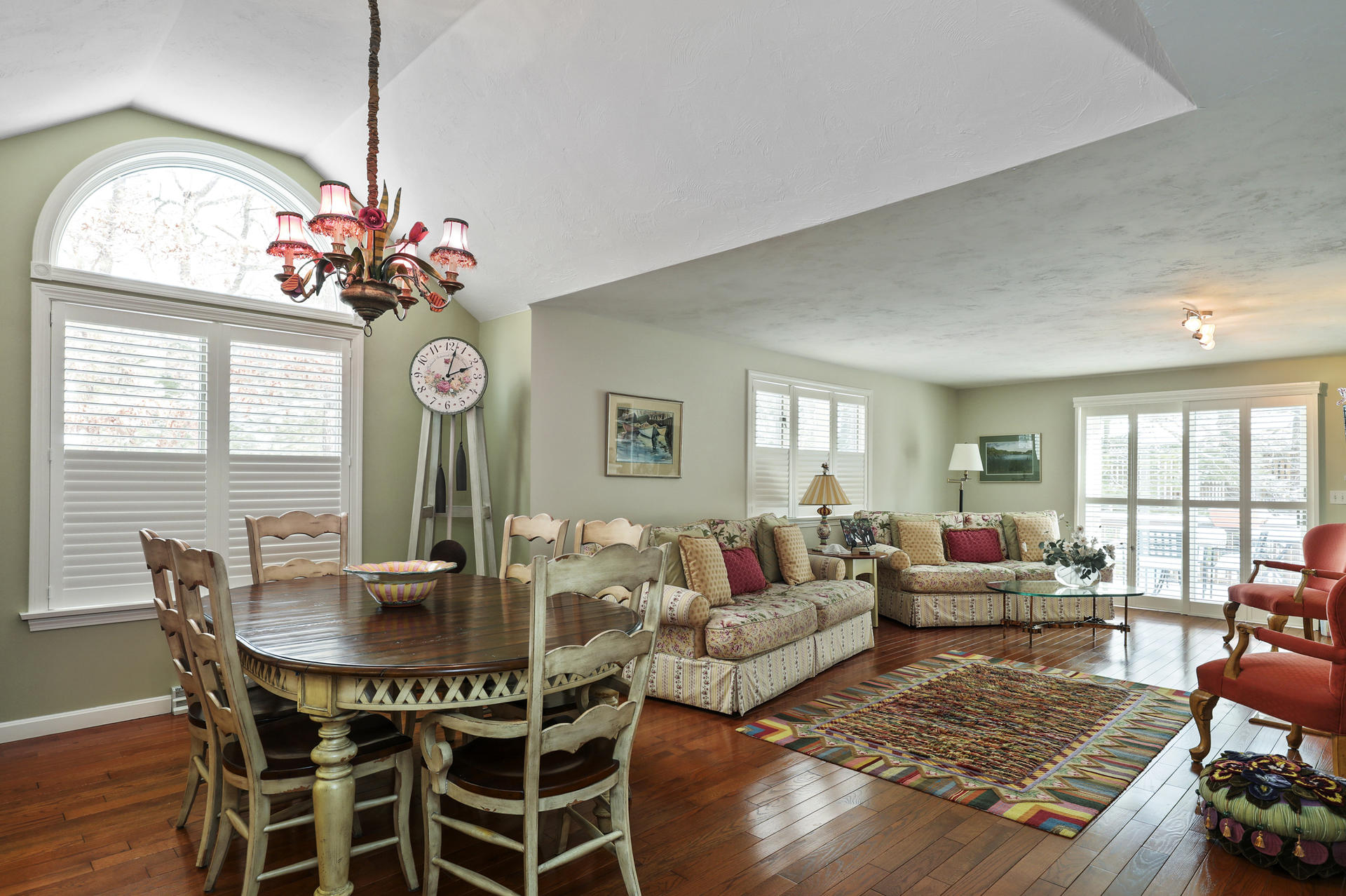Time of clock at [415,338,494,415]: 2:02
